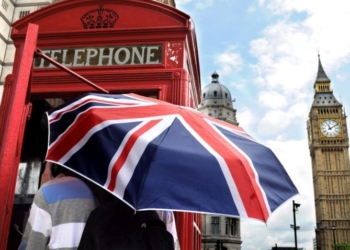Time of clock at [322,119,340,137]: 11:09
